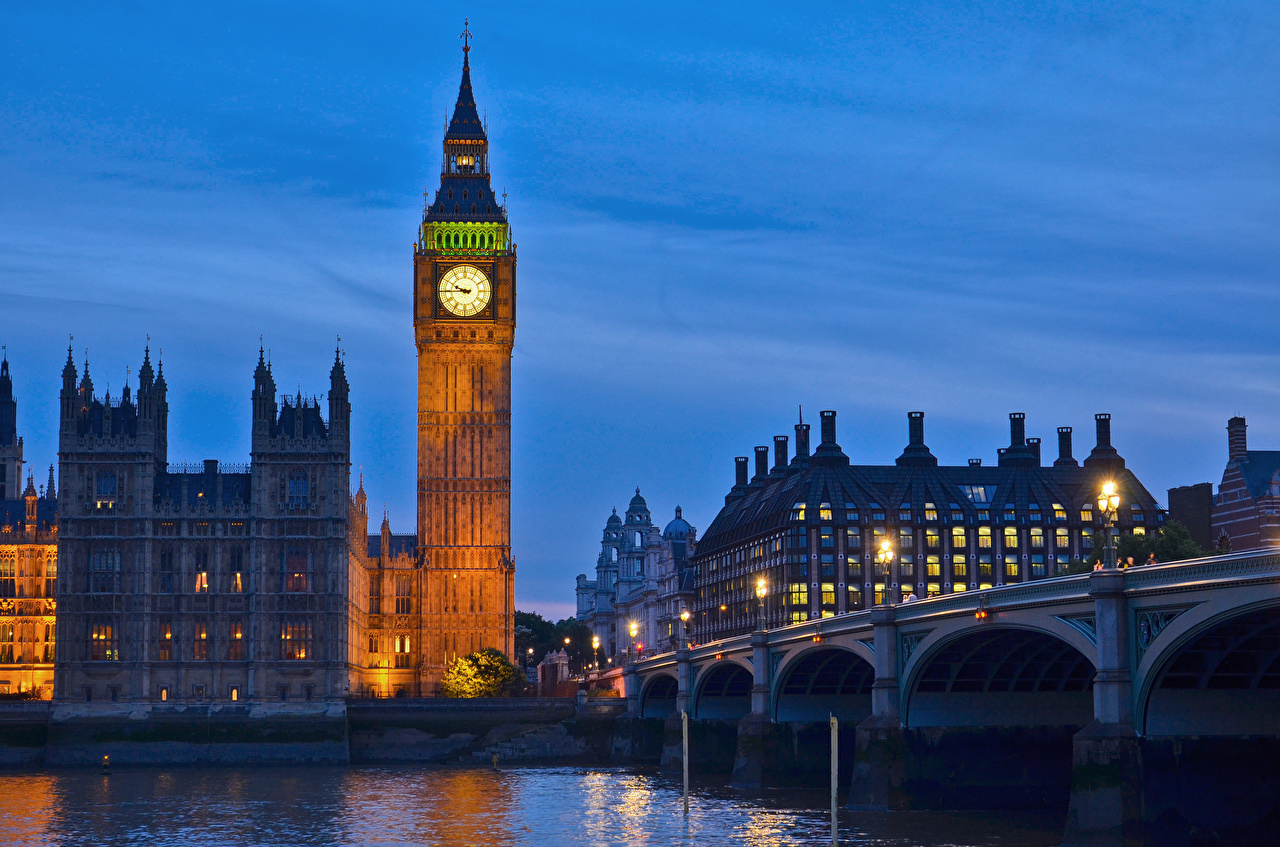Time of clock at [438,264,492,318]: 9:44
